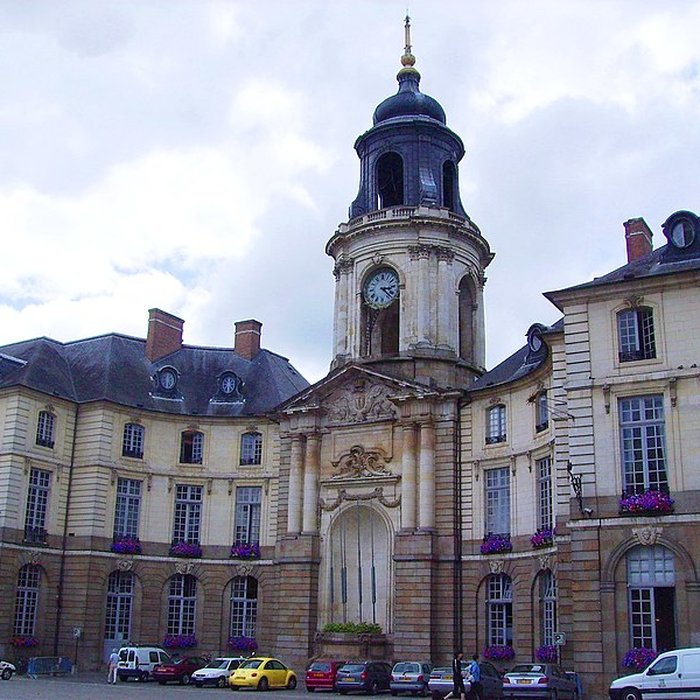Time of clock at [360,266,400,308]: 3:22
